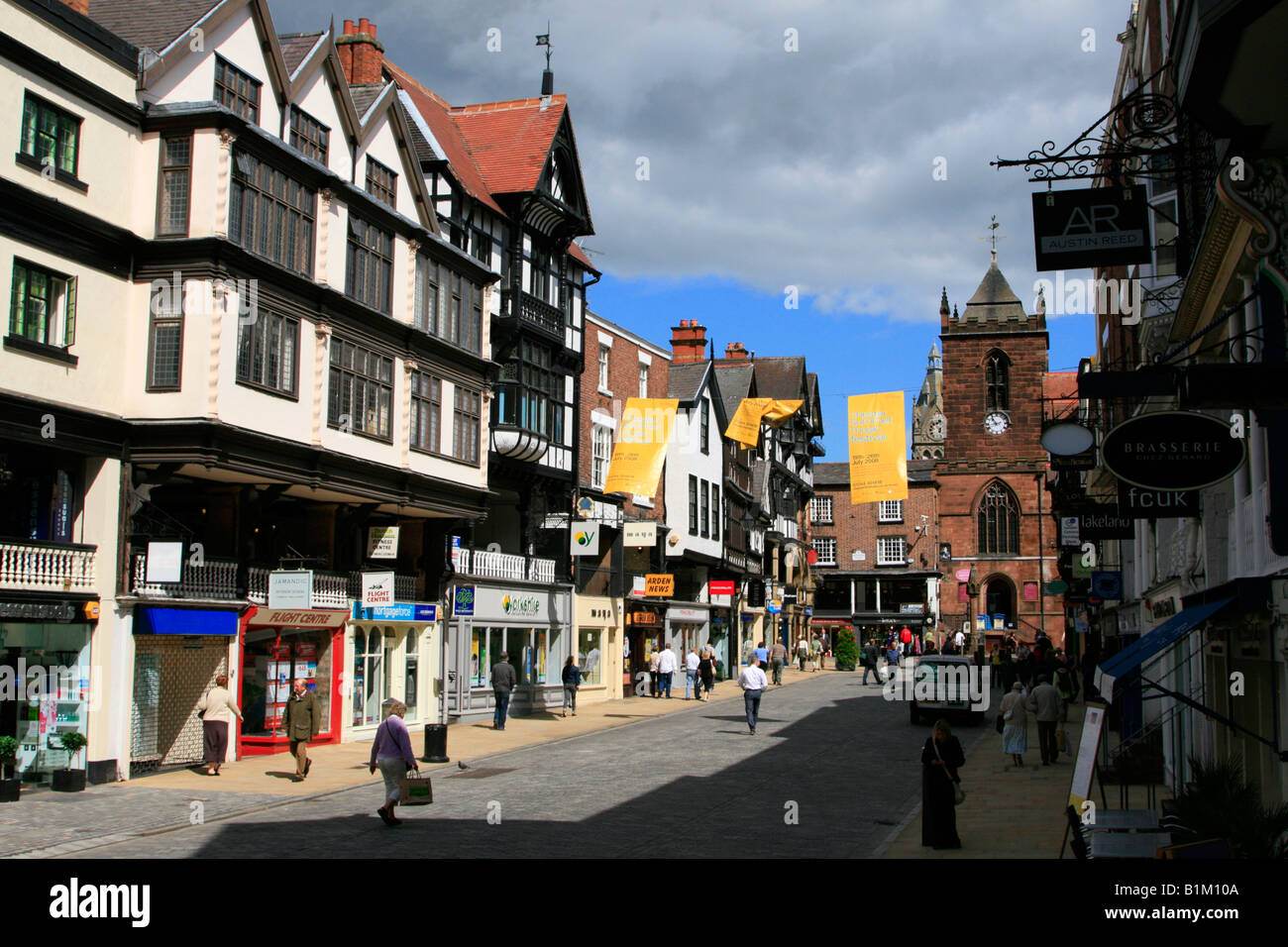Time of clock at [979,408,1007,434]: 10:42
